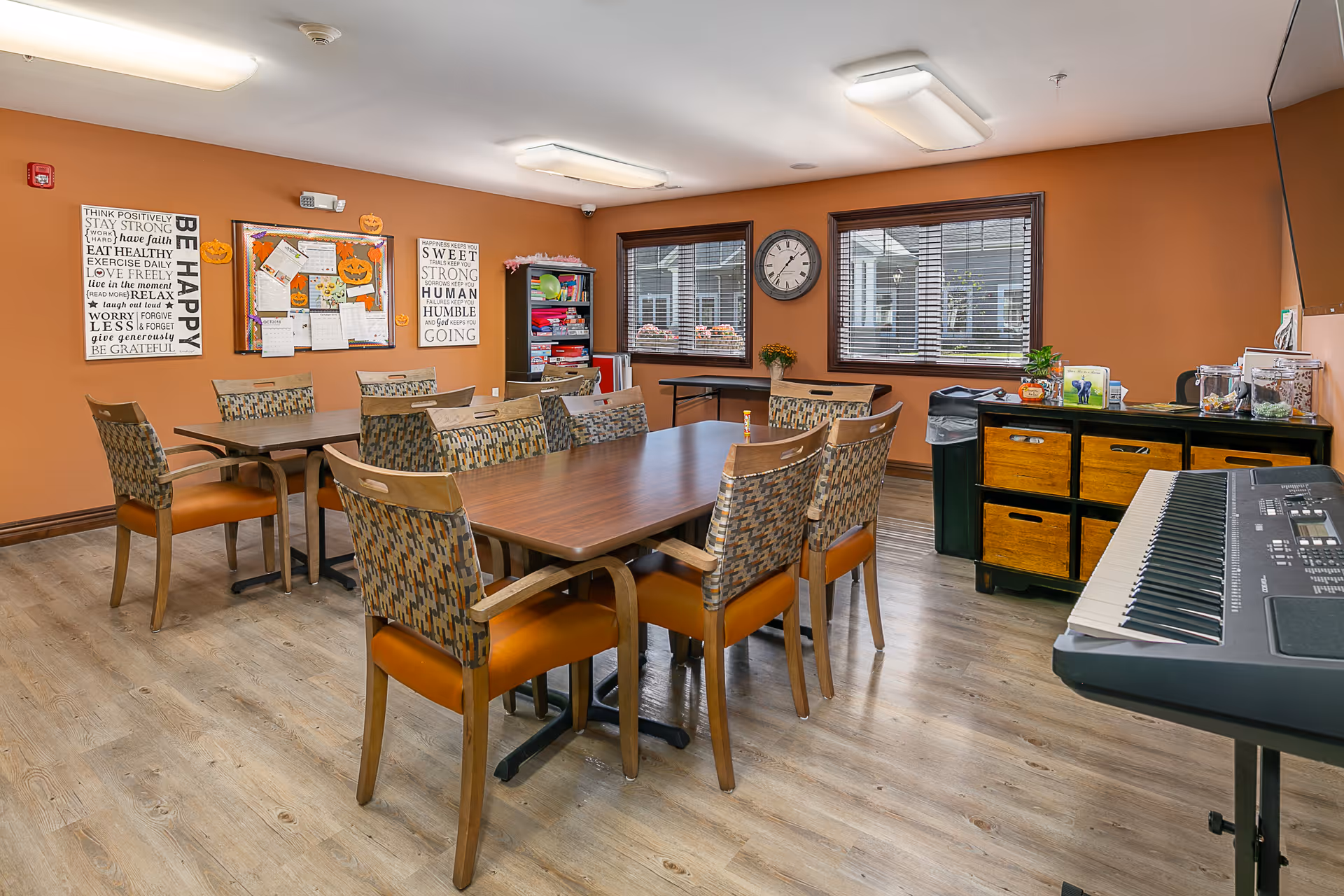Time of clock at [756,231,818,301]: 1:36
